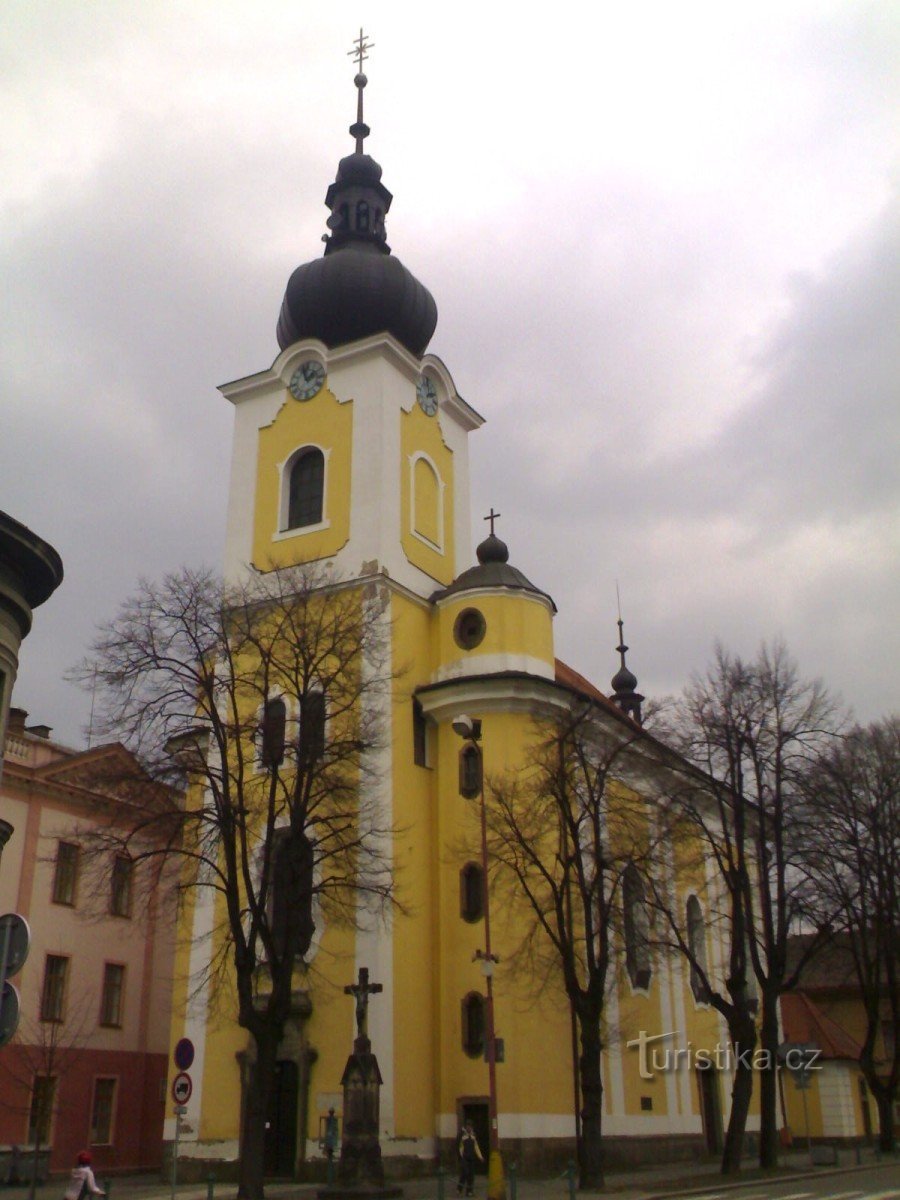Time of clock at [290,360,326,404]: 1:57
